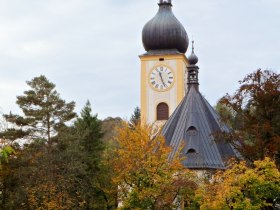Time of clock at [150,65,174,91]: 11:26
